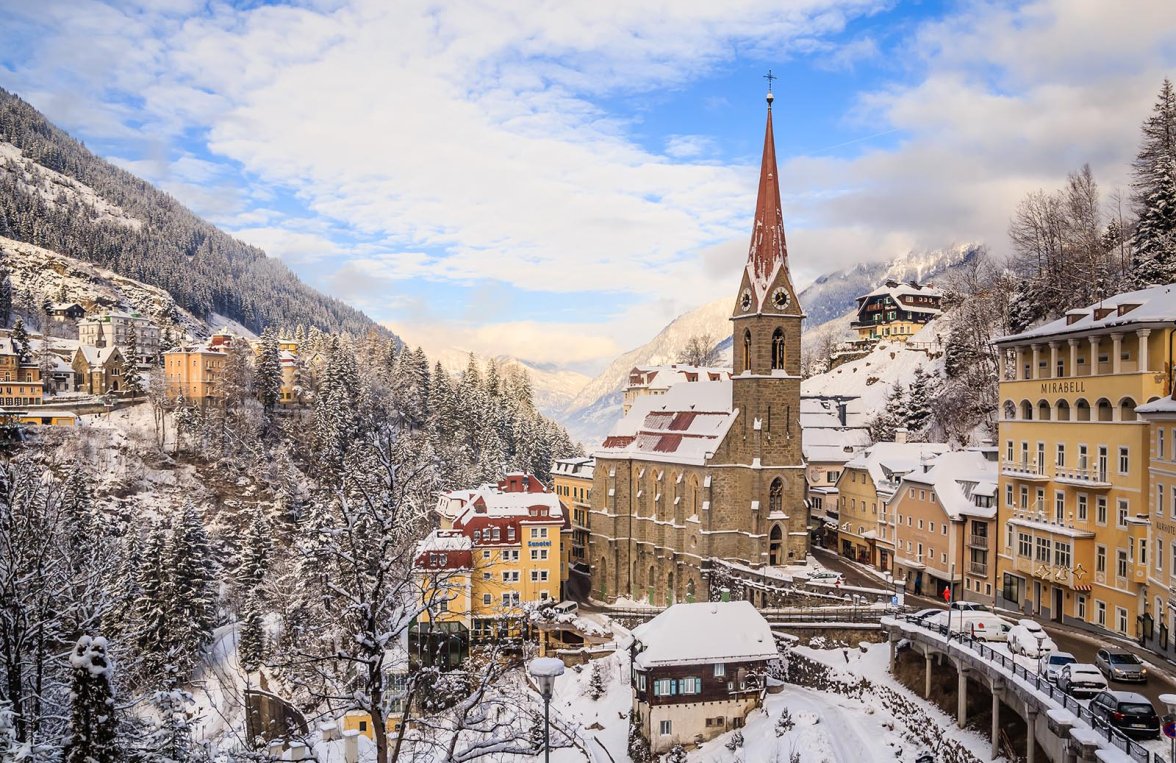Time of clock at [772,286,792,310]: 12:38
